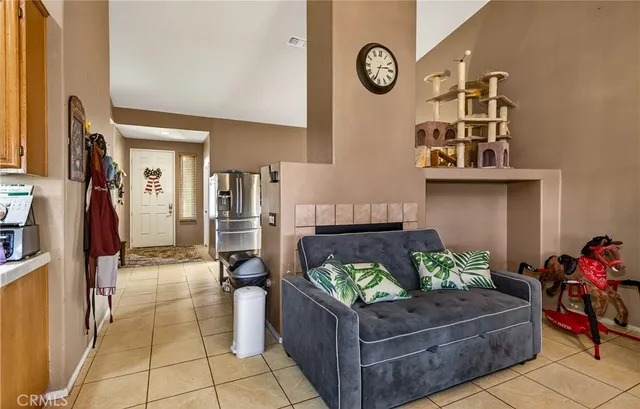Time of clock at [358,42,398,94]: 2:33
